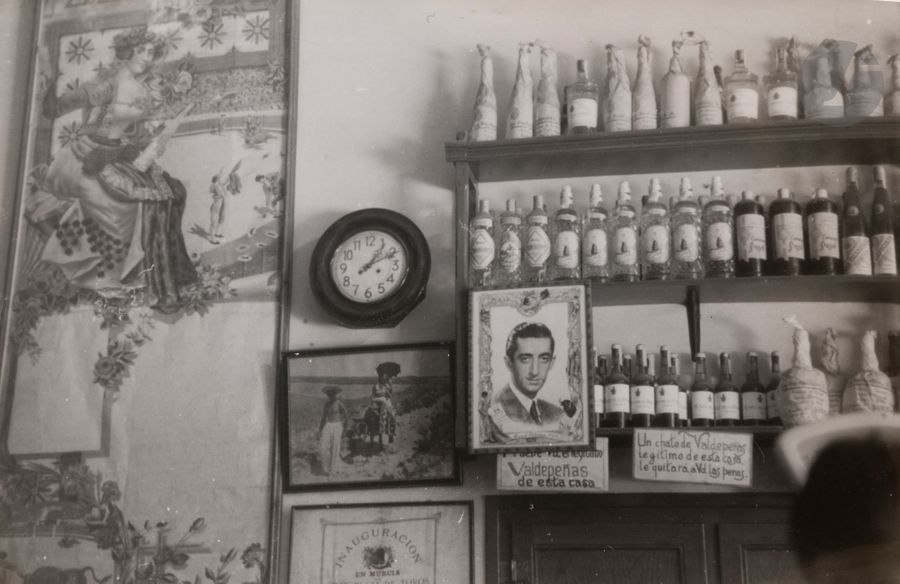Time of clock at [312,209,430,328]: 1:10
